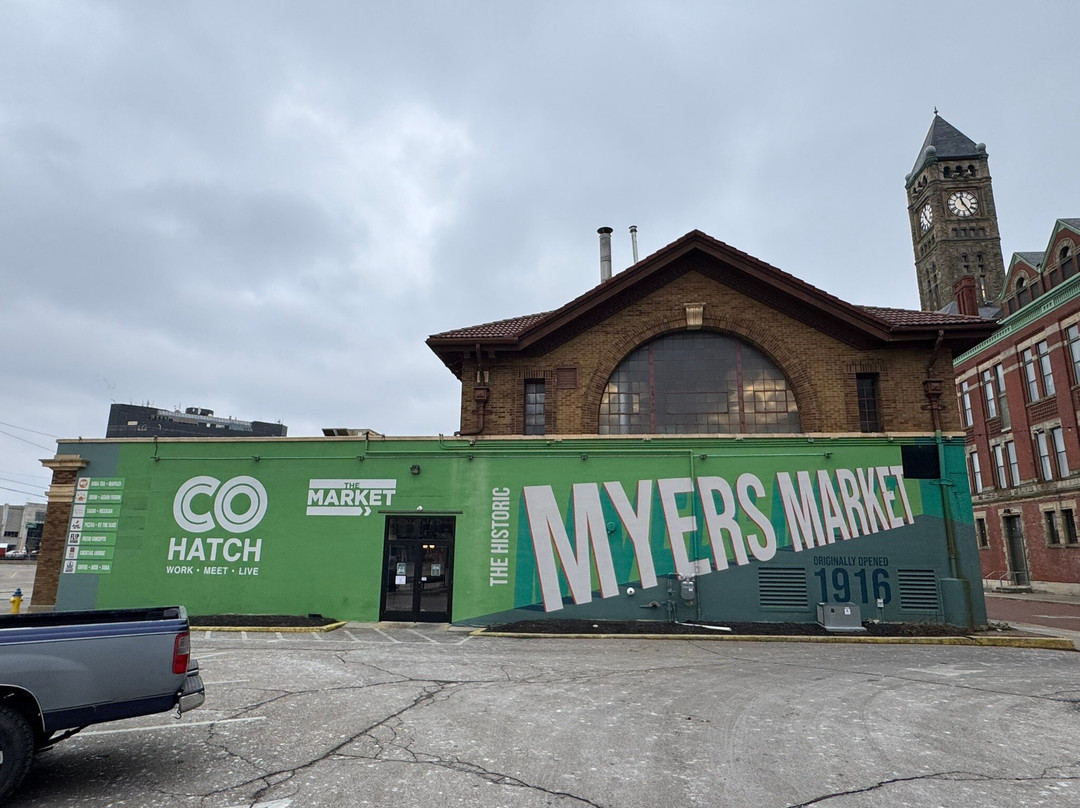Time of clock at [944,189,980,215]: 11:24
